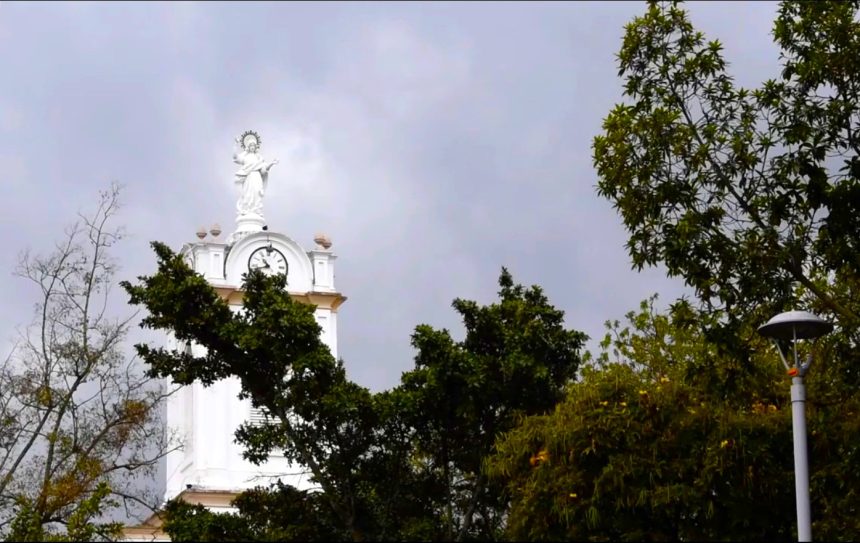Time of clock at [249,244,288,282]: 10:42
